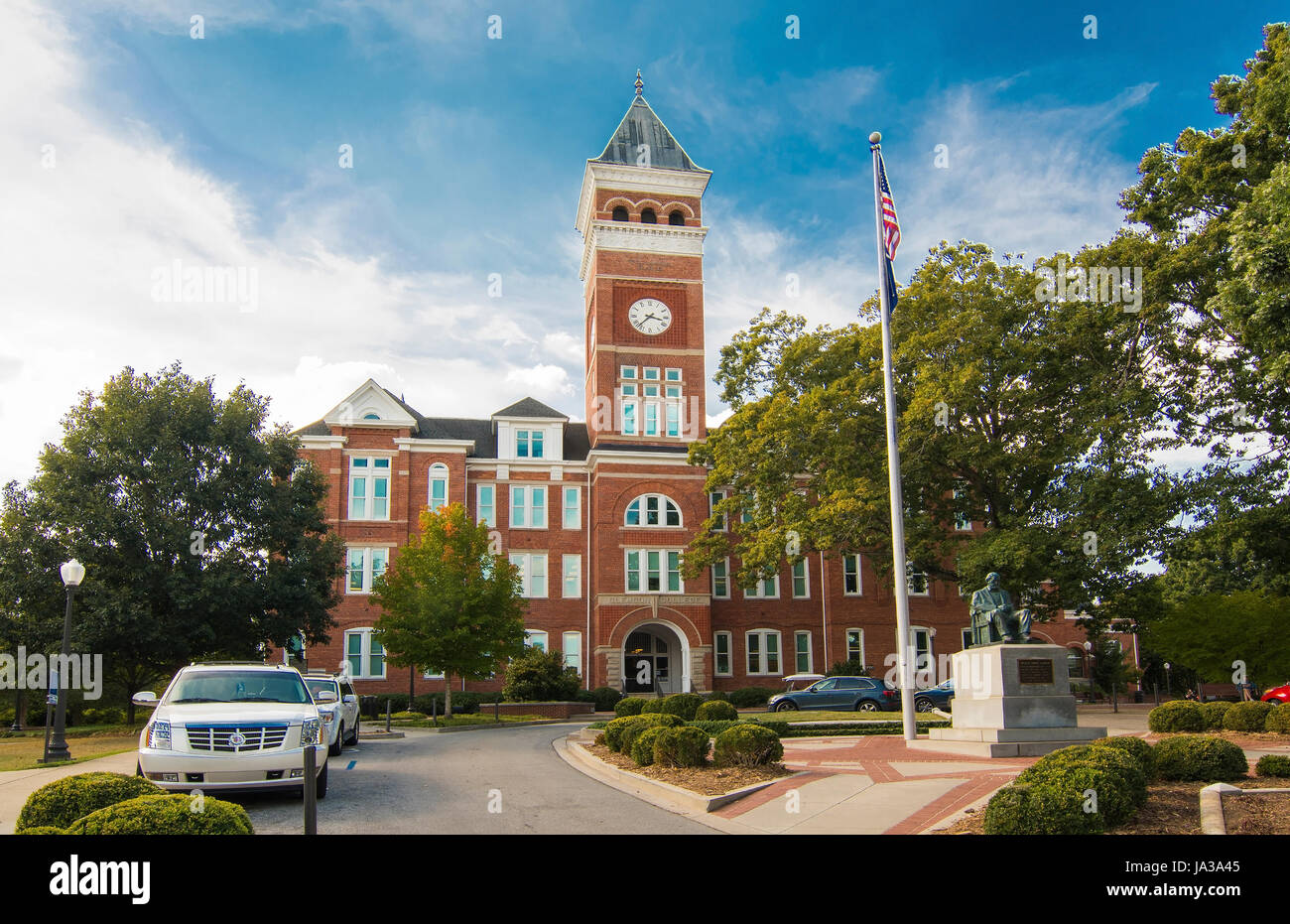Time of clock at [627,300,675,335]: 3:37
